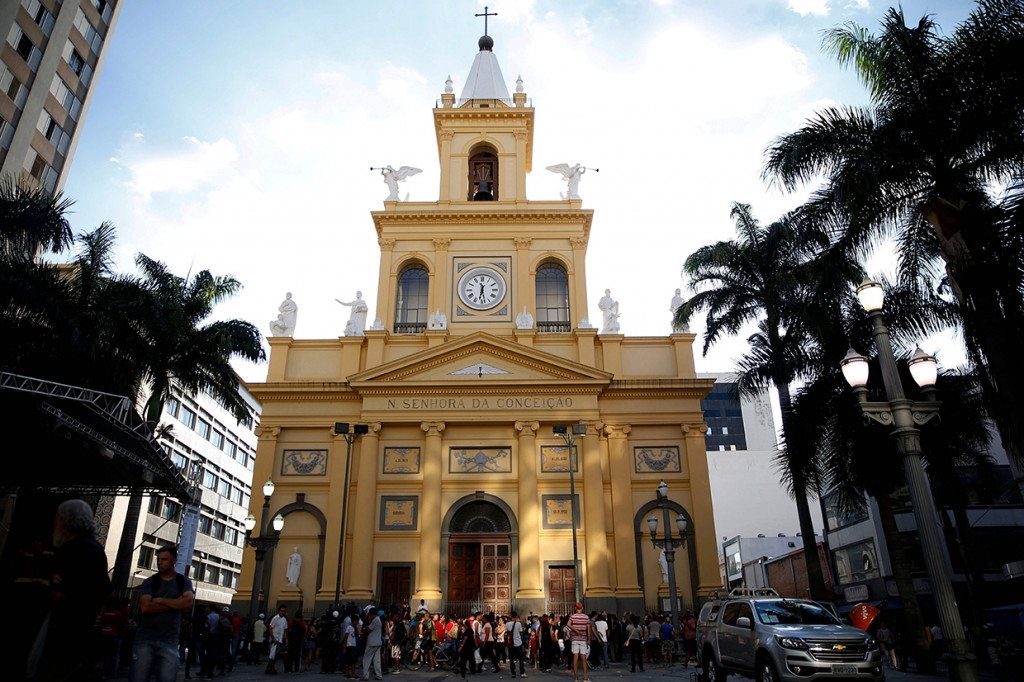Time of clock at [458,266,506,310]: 6:28
